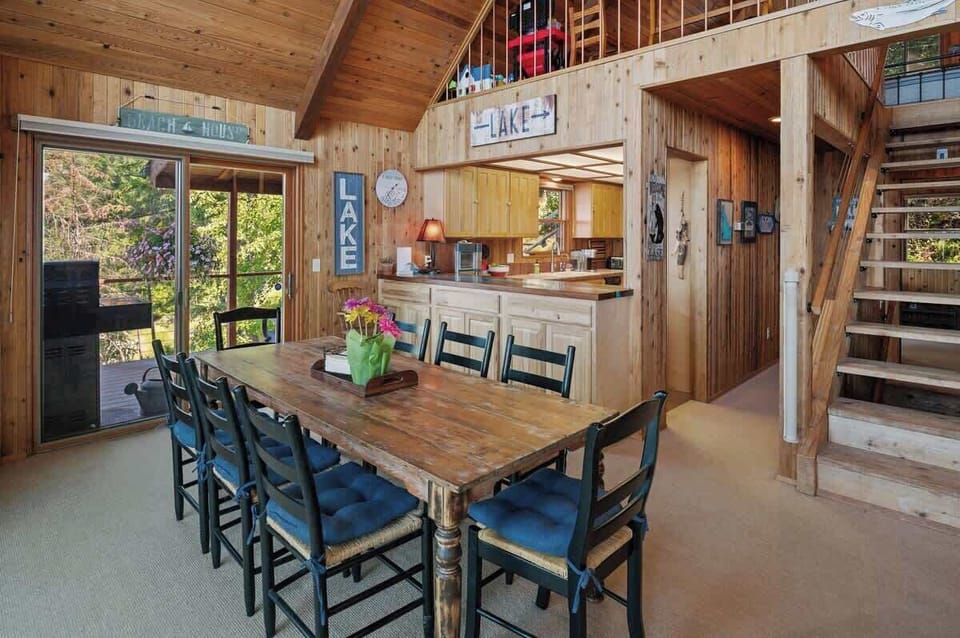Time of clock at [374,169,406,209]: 1:36
